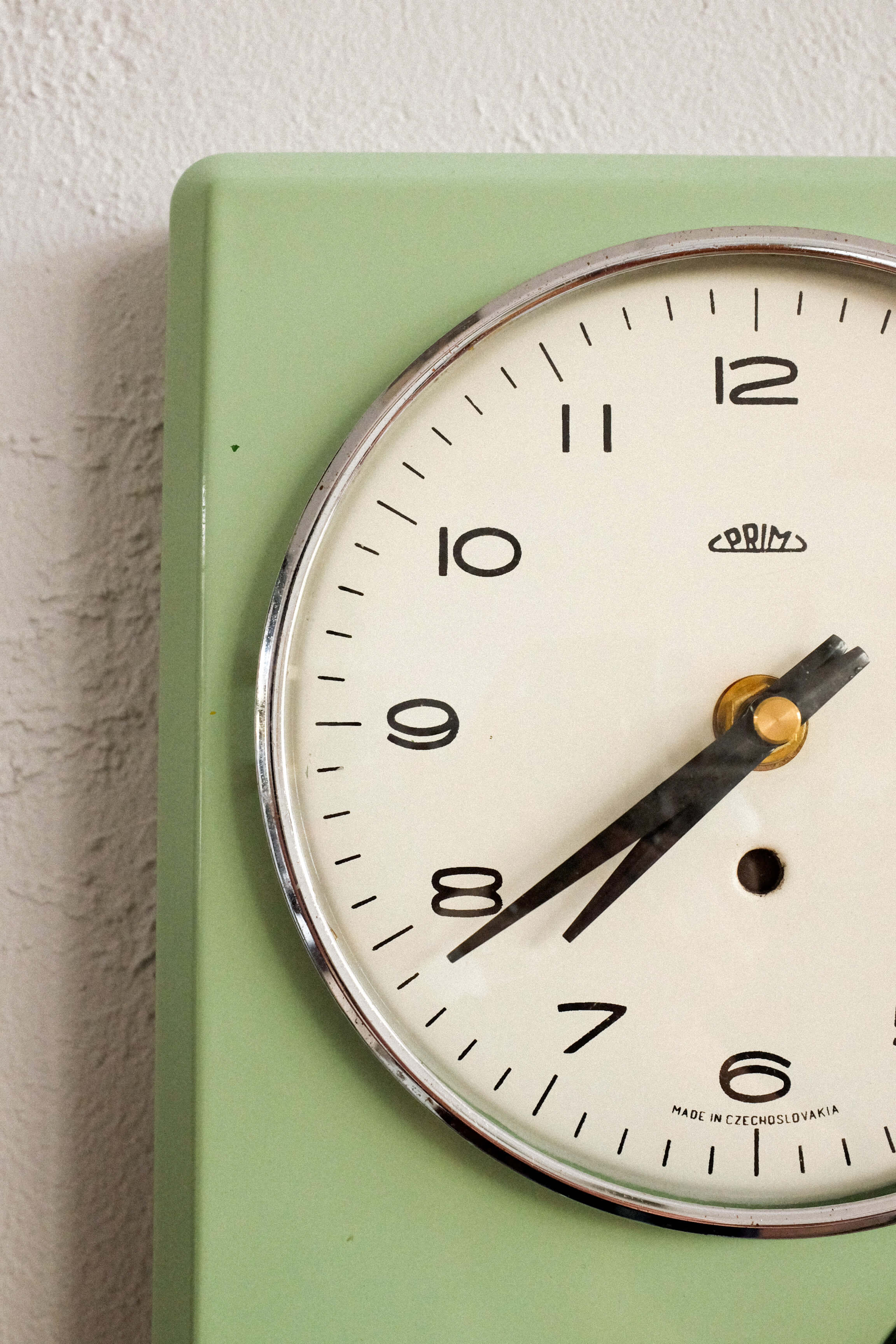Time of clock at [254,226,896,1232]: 7:39
